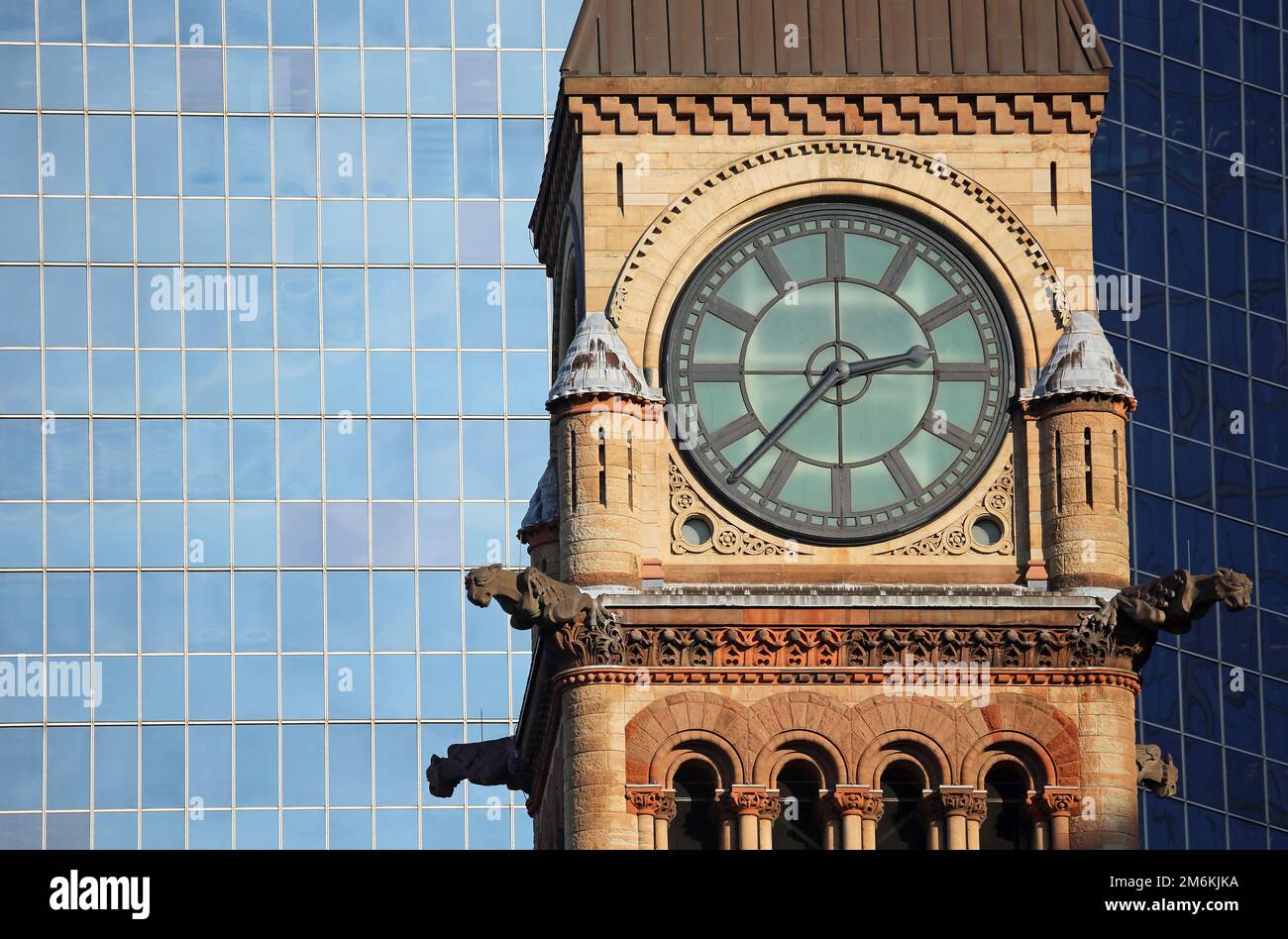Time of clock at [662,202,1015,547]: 2:37
